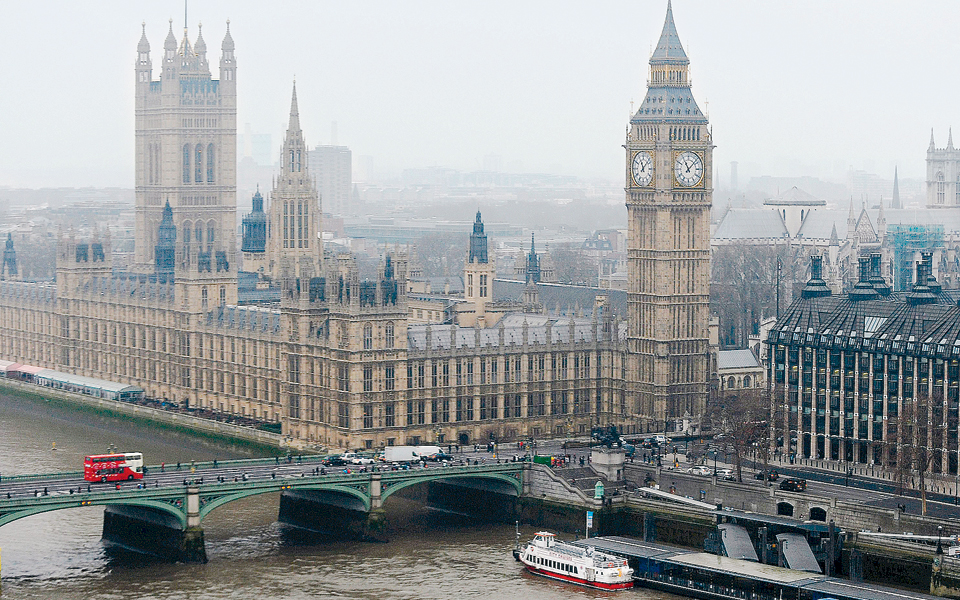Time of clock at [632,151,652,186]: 11:07
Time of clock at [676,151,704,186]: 11:07
